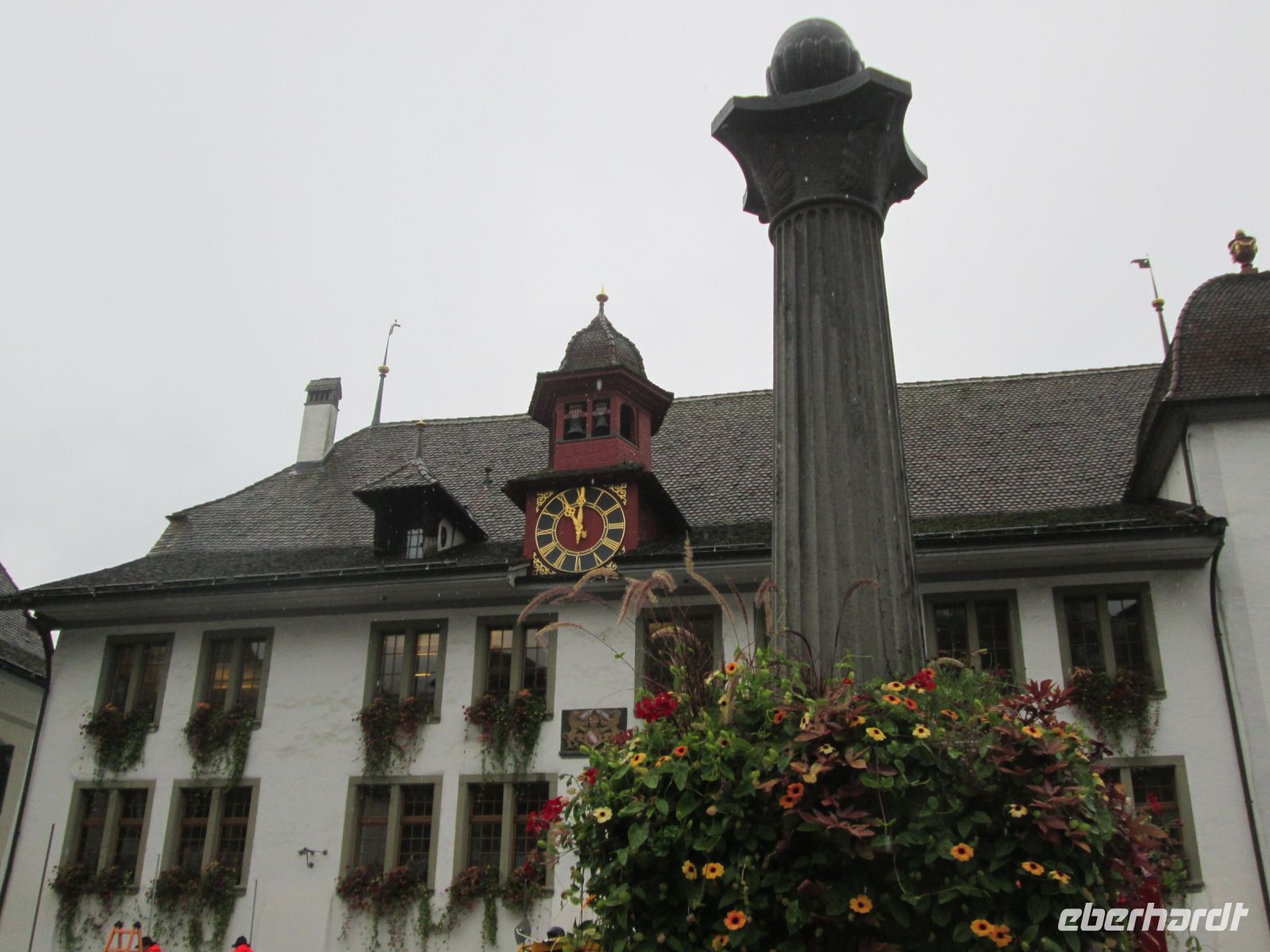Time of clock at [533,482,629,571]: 11:00
